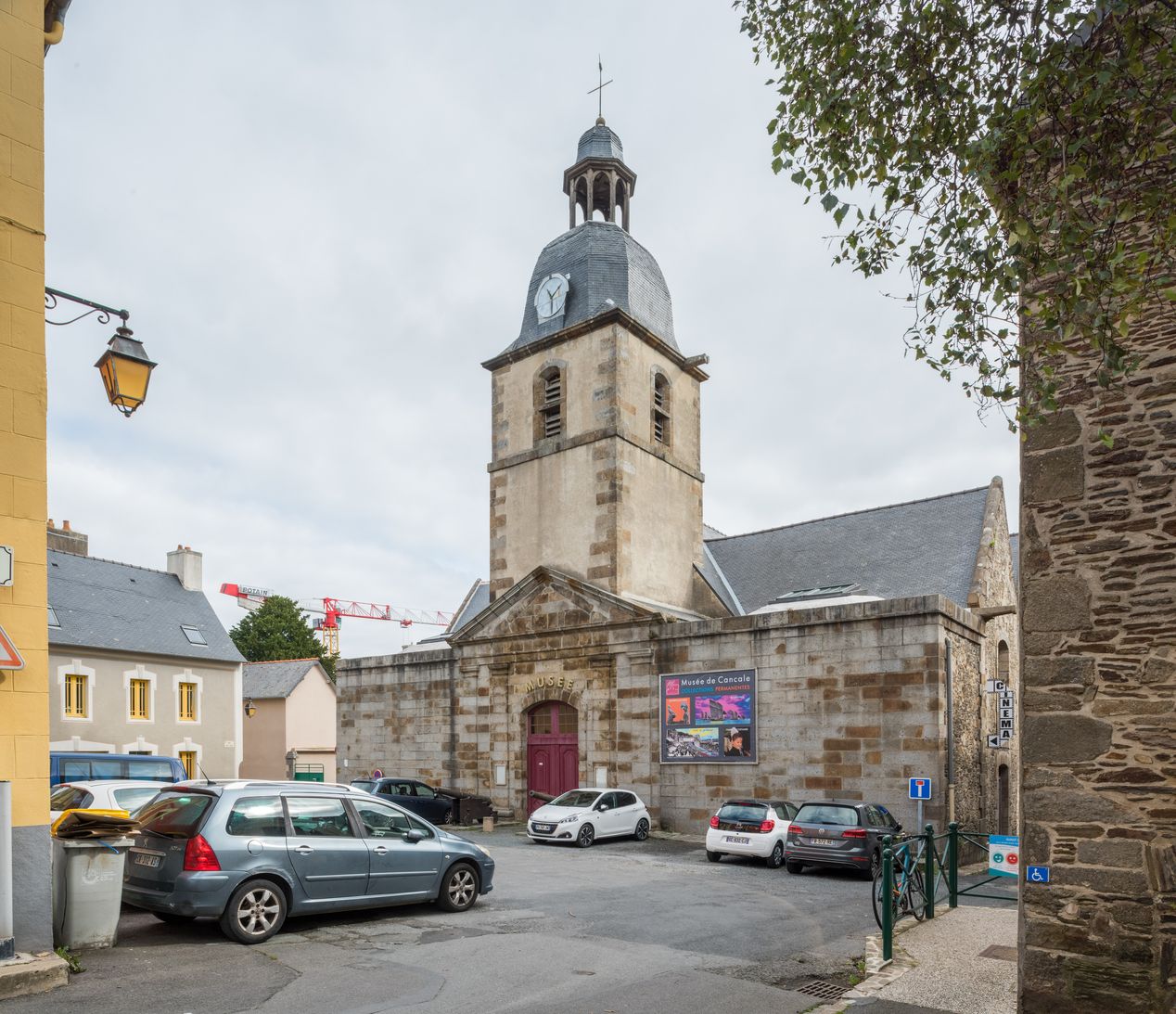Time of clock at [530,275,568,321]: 1:28
